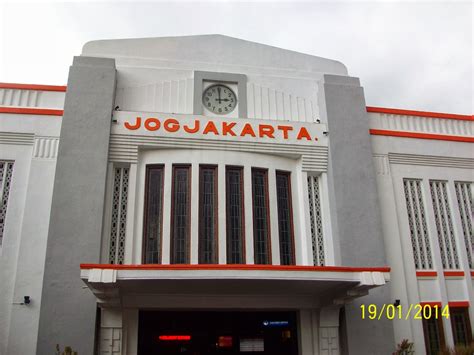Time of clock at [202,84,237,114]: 2:59
